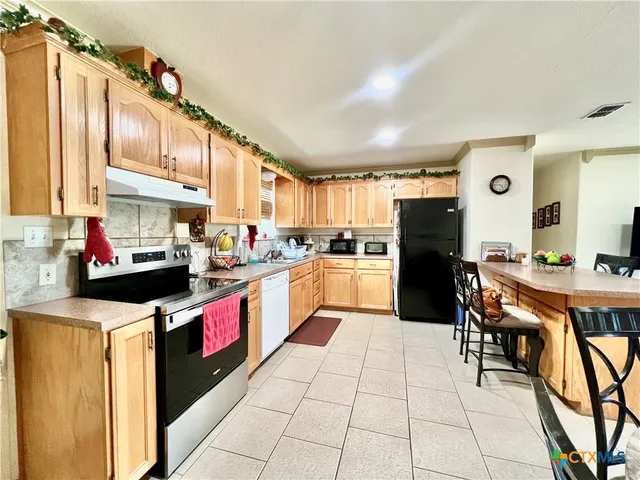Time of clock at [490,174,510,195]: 4:46
